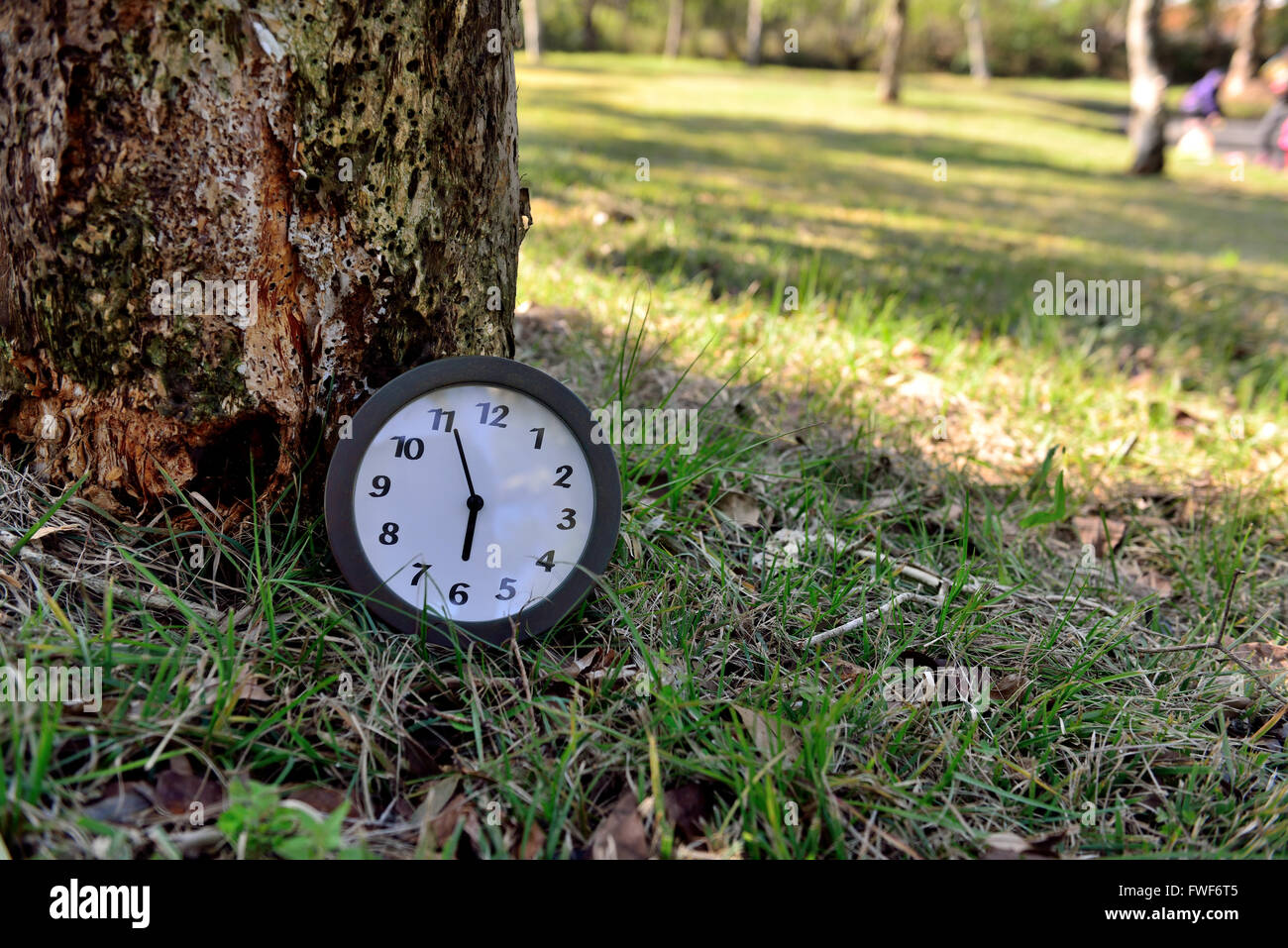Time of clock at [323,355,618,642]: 5:55
